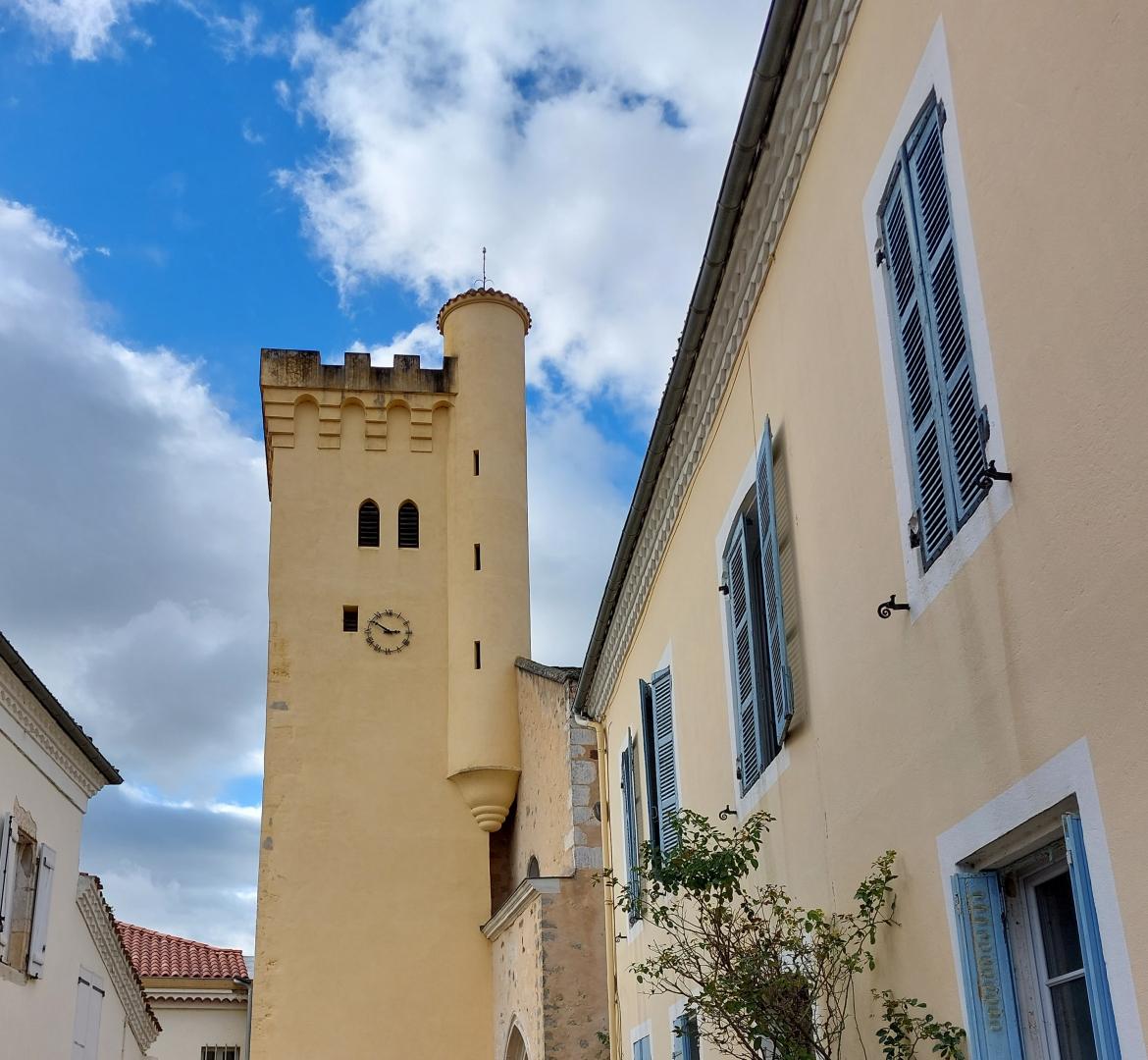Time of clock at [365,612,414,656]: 2:50
